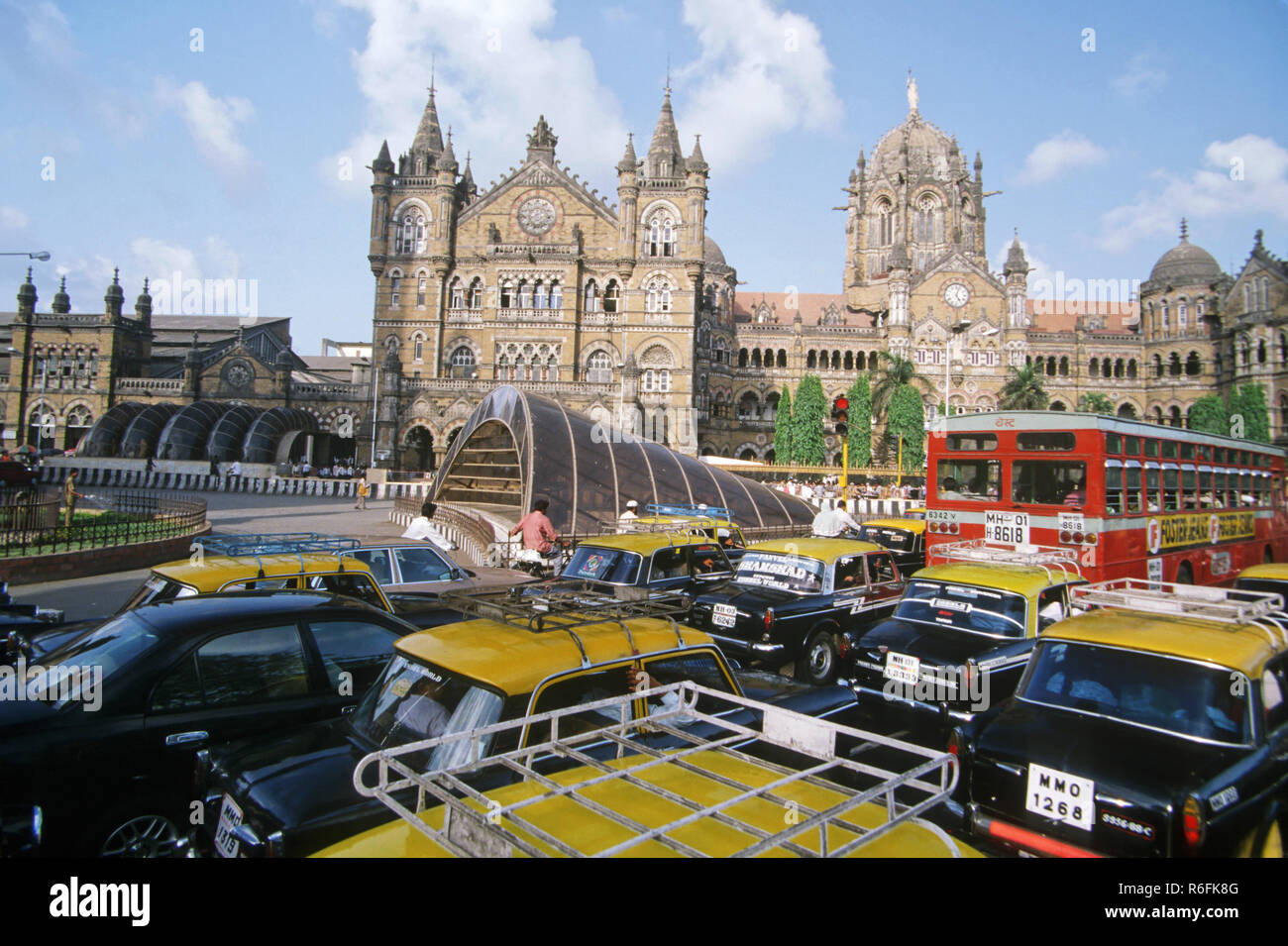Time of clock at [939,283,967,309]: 5:03
